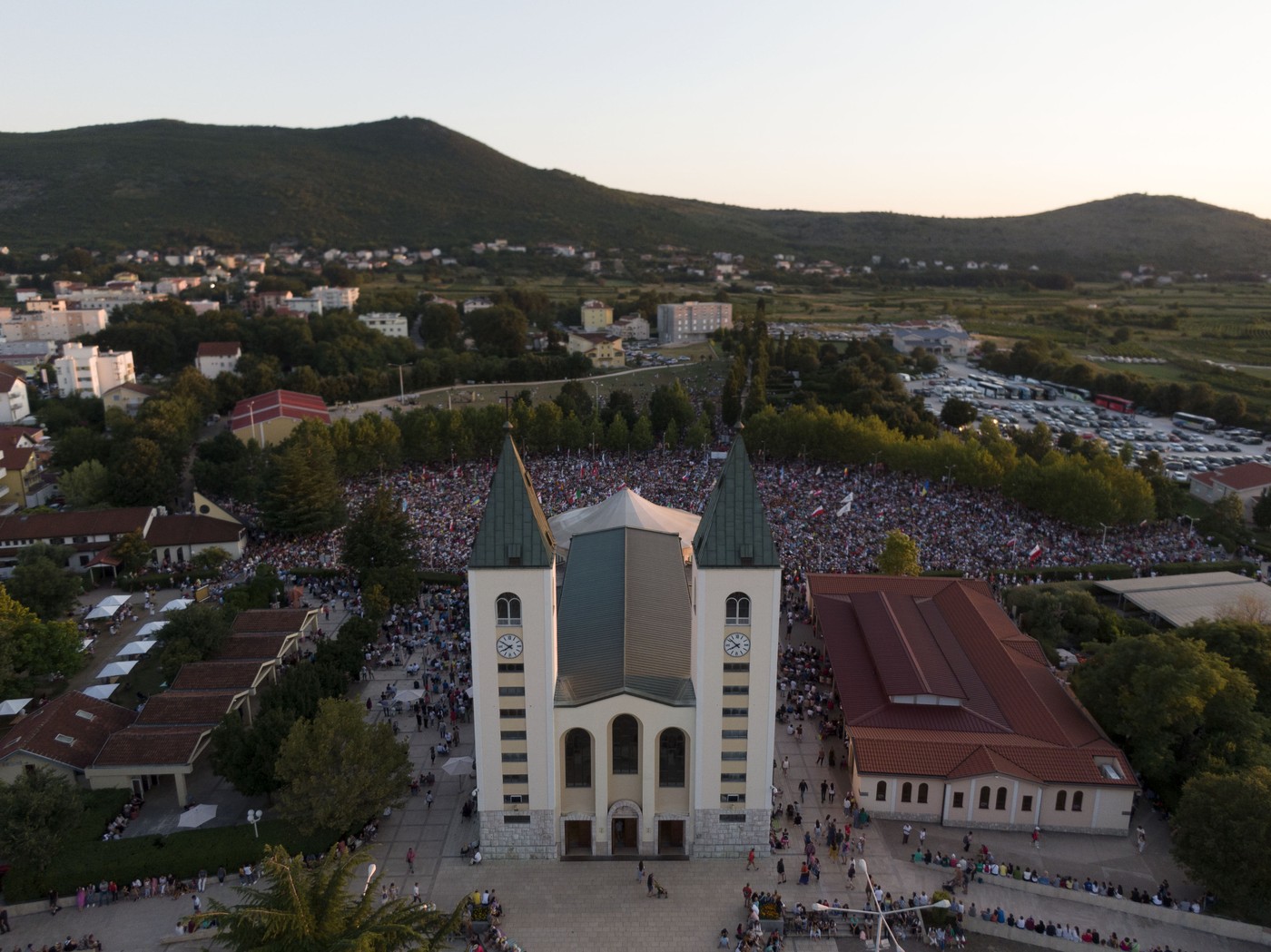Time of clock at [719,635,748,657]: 7:51
